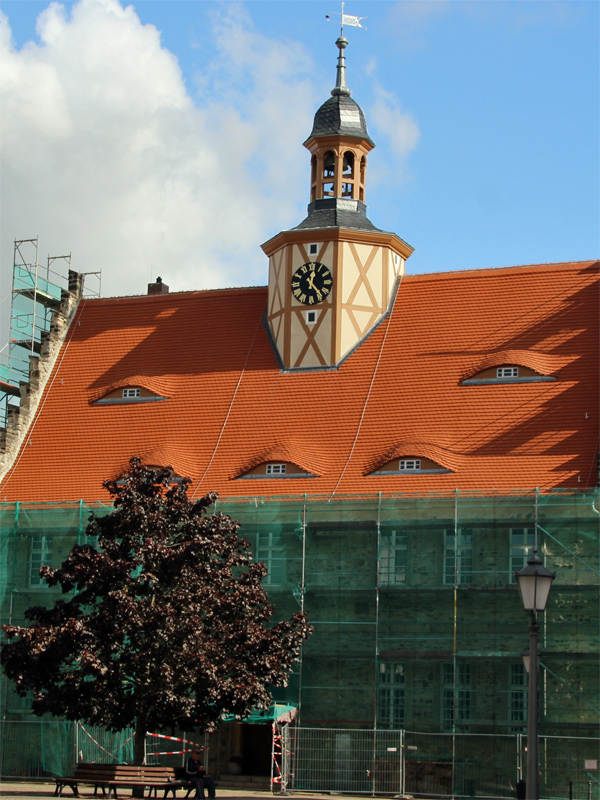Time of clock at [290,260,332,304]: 12:23
